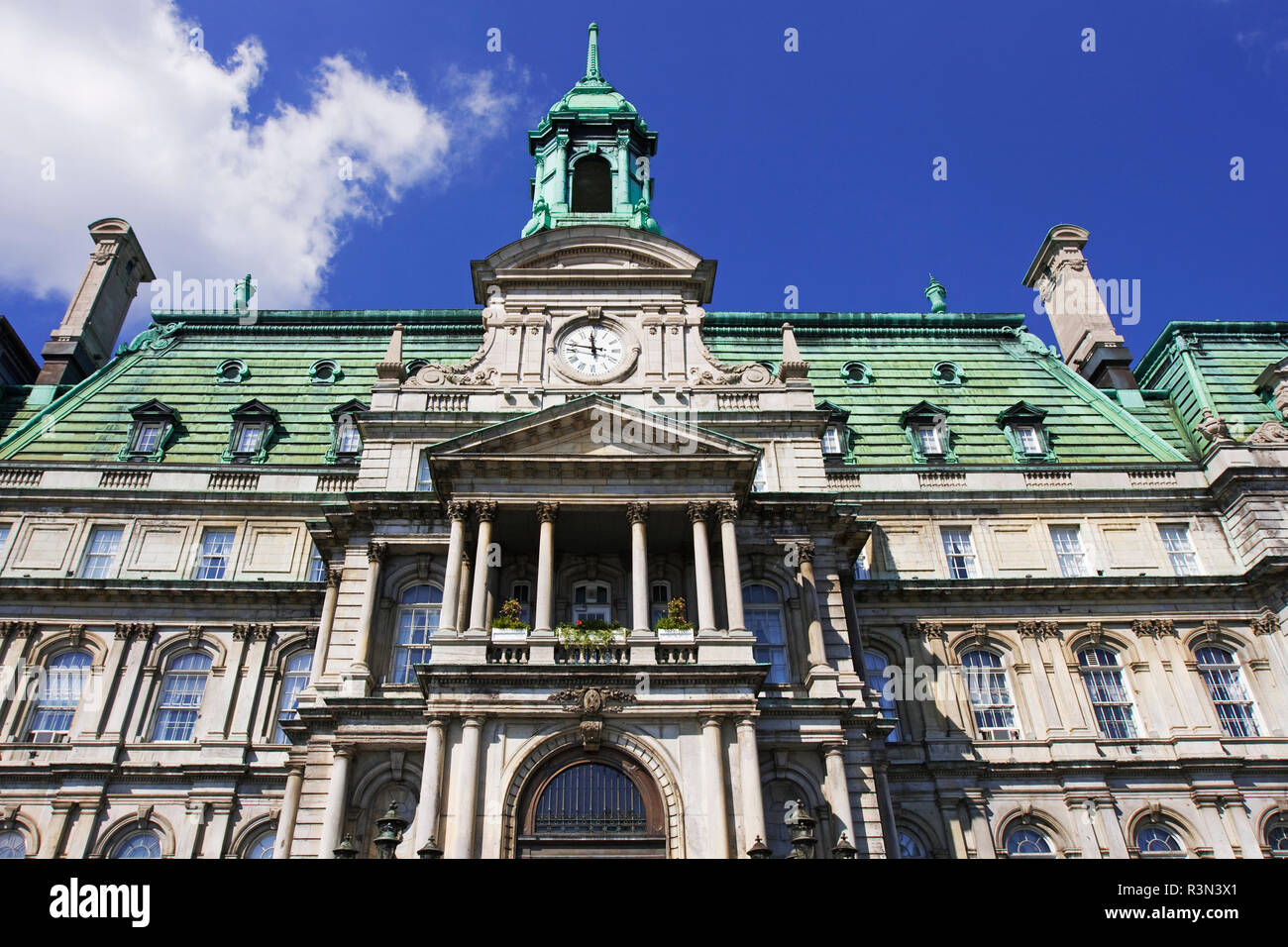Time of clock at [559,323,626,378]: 11:47
